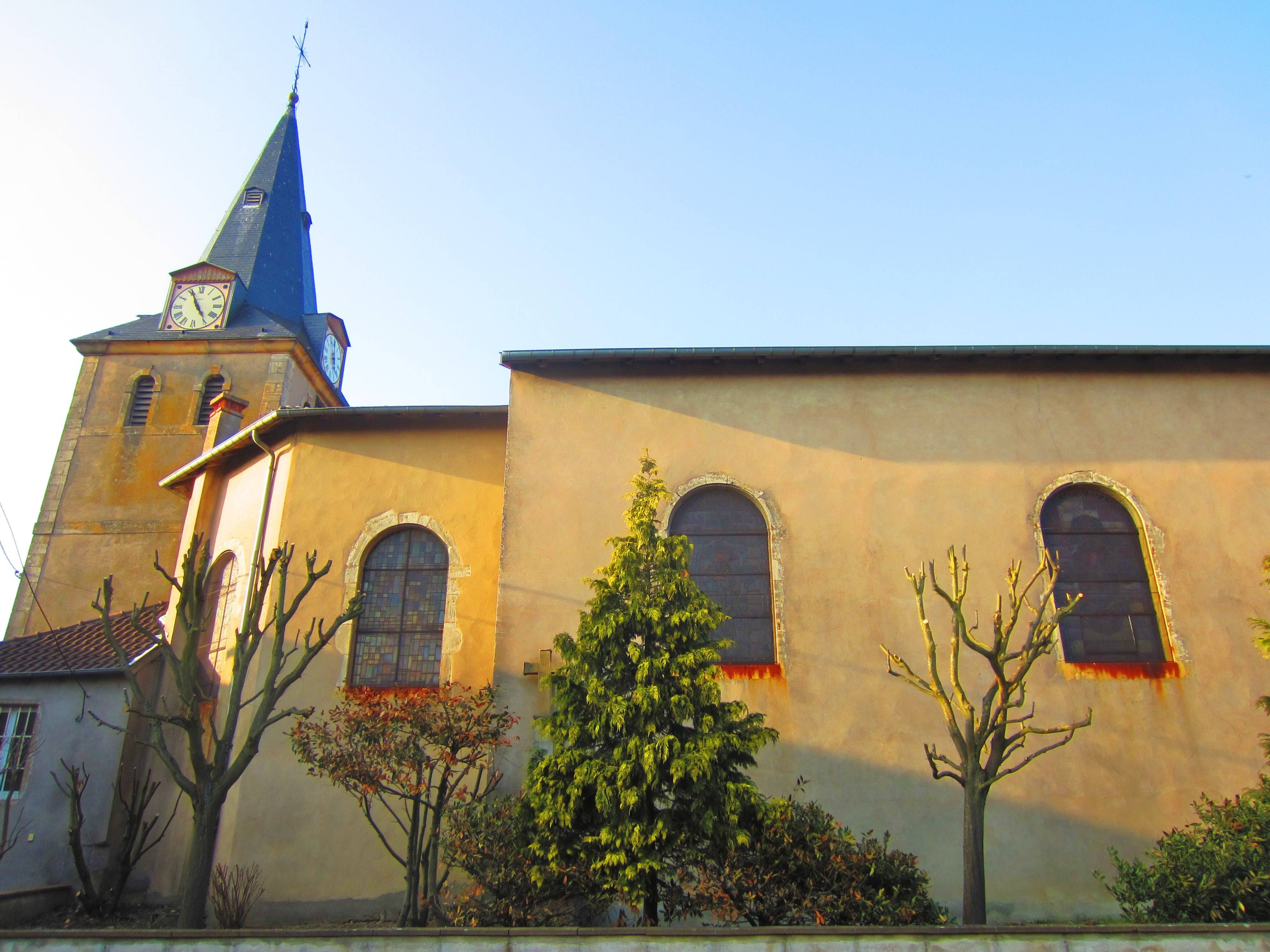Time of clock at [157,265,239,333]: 4:55
